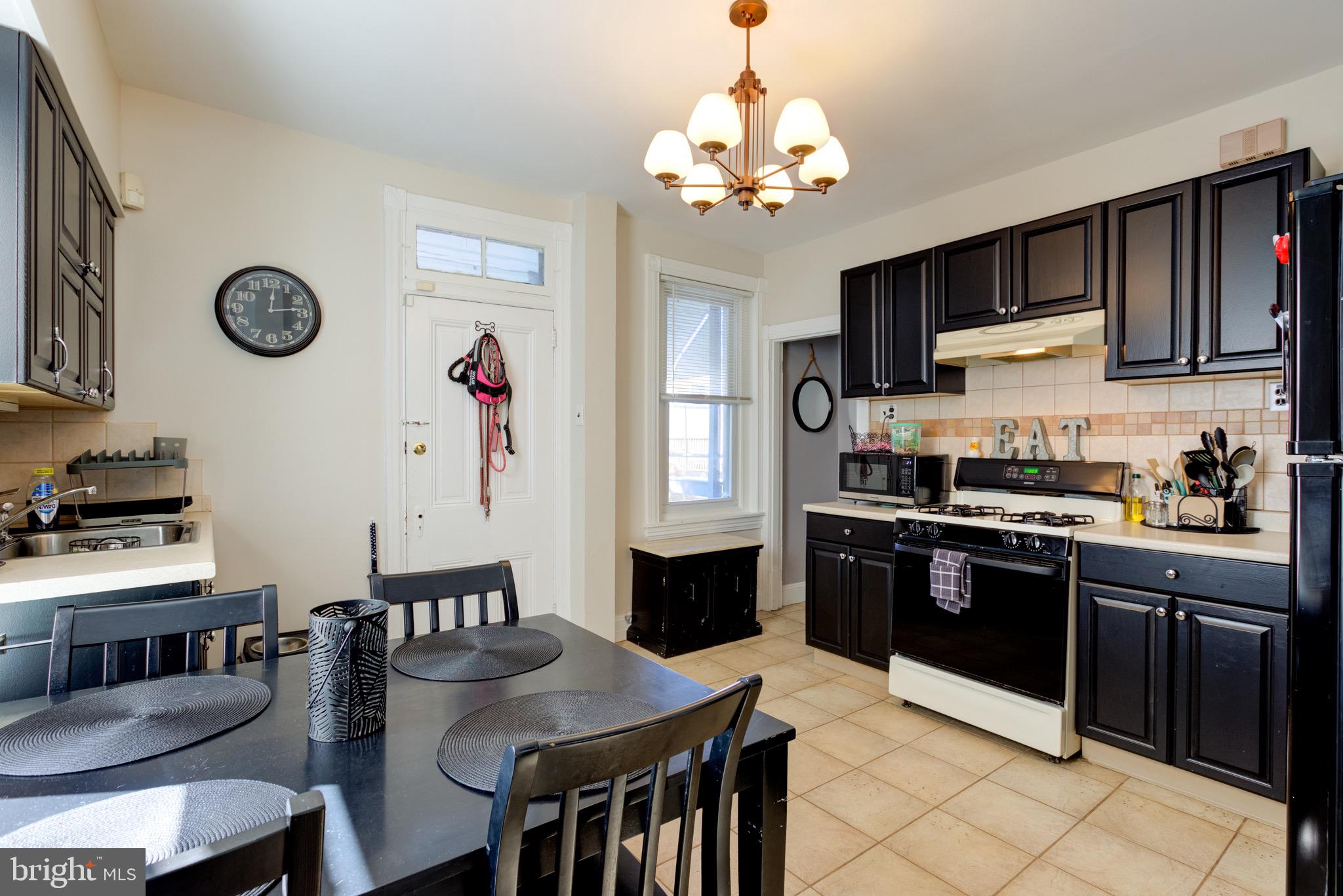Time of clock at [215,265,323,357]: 12:14
